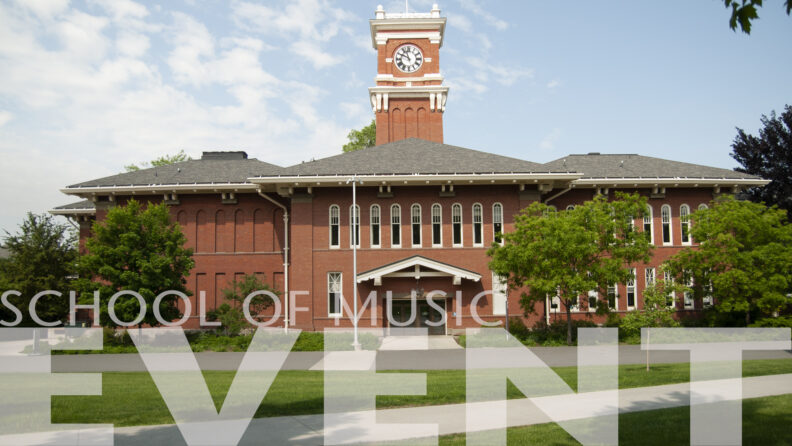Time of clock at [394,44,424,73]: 9:56
